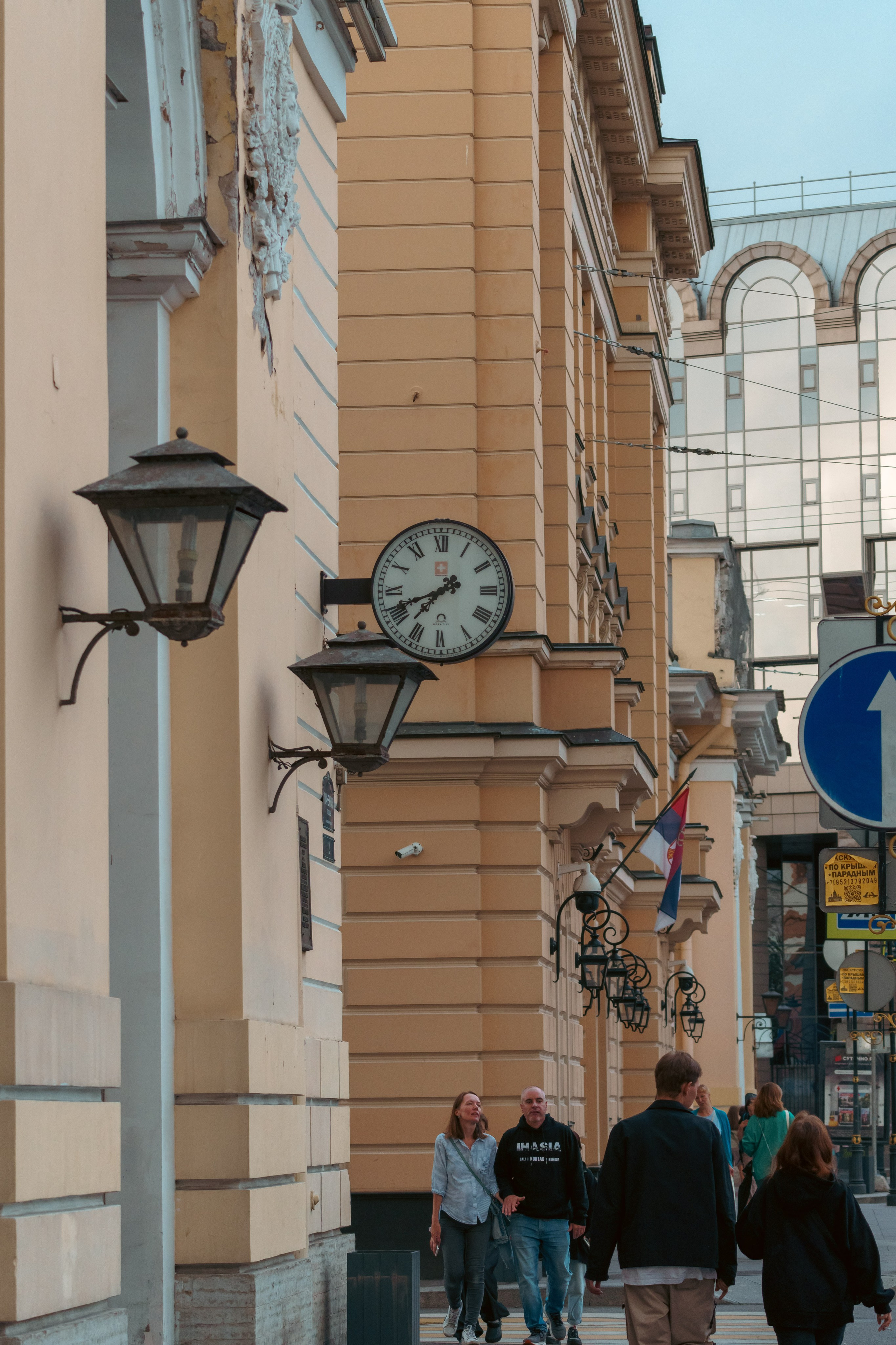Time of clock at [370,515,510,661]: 7:41
